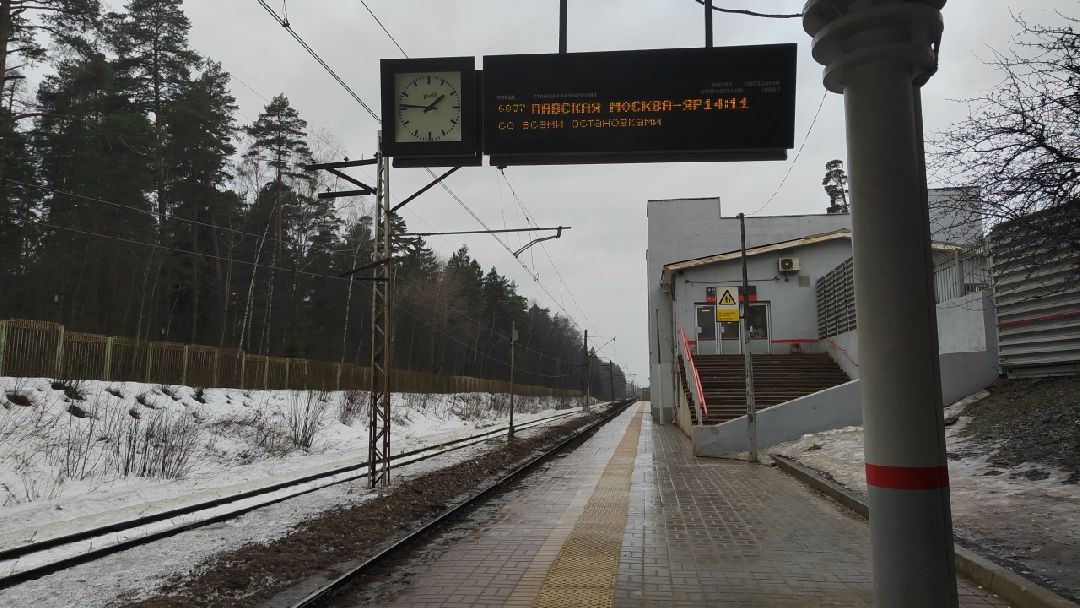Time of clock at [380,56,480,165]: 1:46
